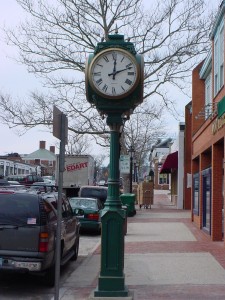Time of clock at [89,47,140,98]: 12:11
